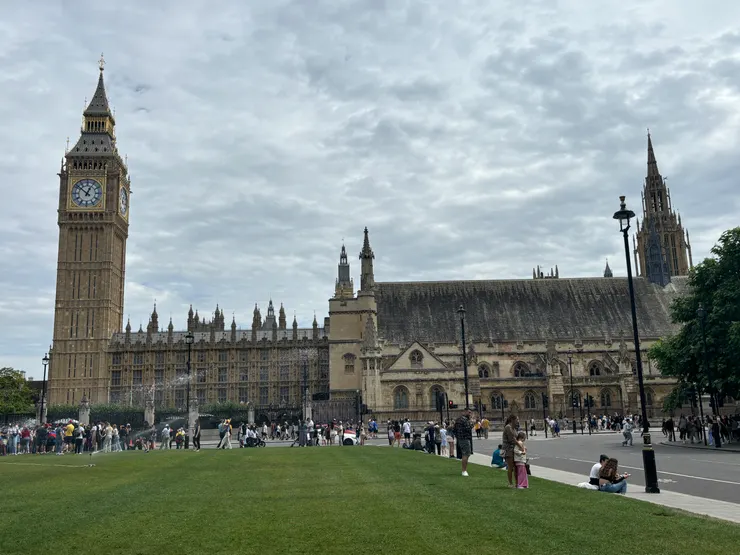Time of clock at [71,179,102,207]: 12:52
